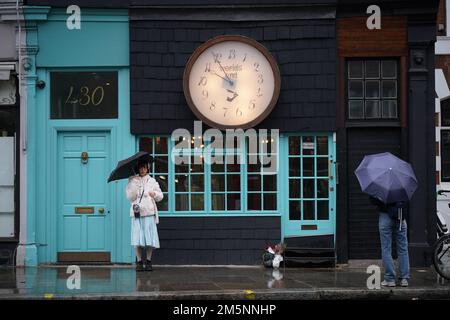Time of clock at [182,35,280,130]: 9:54
